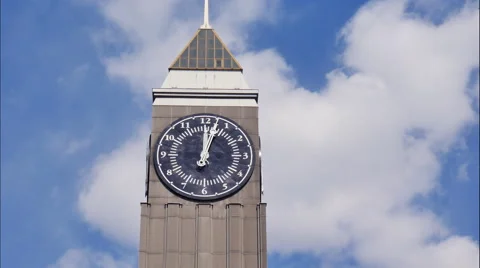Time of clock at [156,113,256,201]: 12:02
